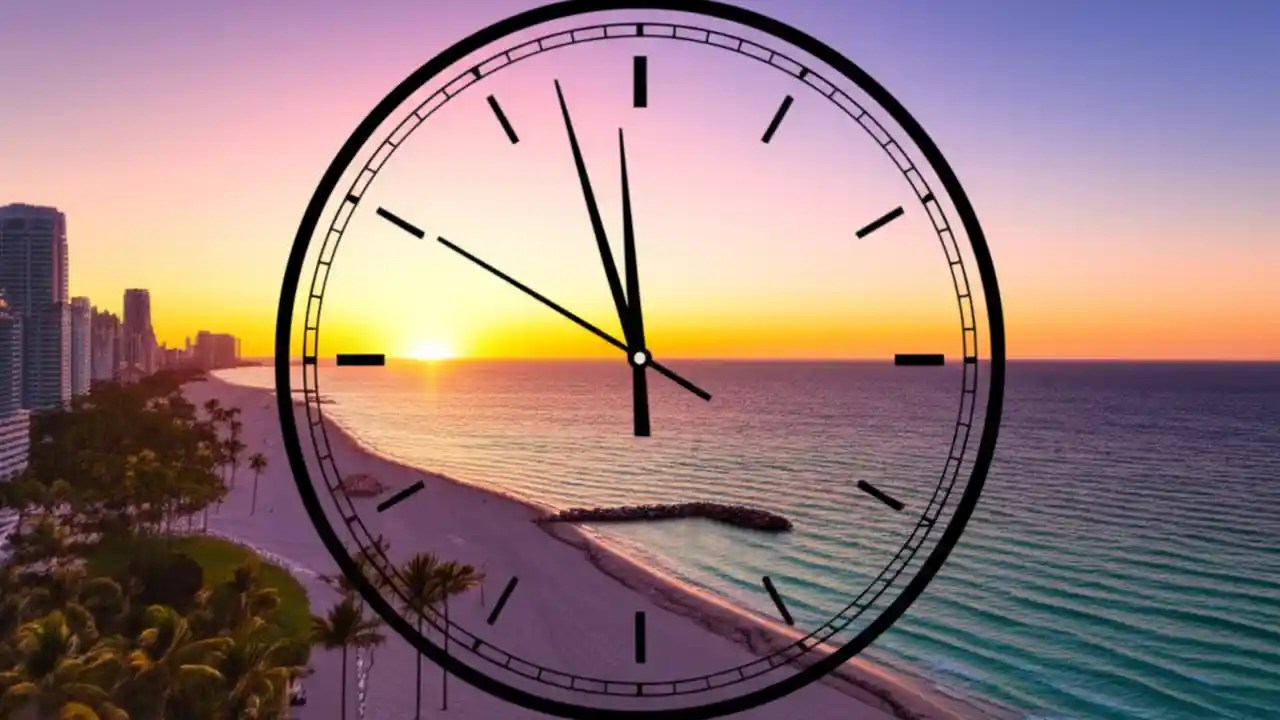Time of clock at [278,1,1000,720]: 11:57
